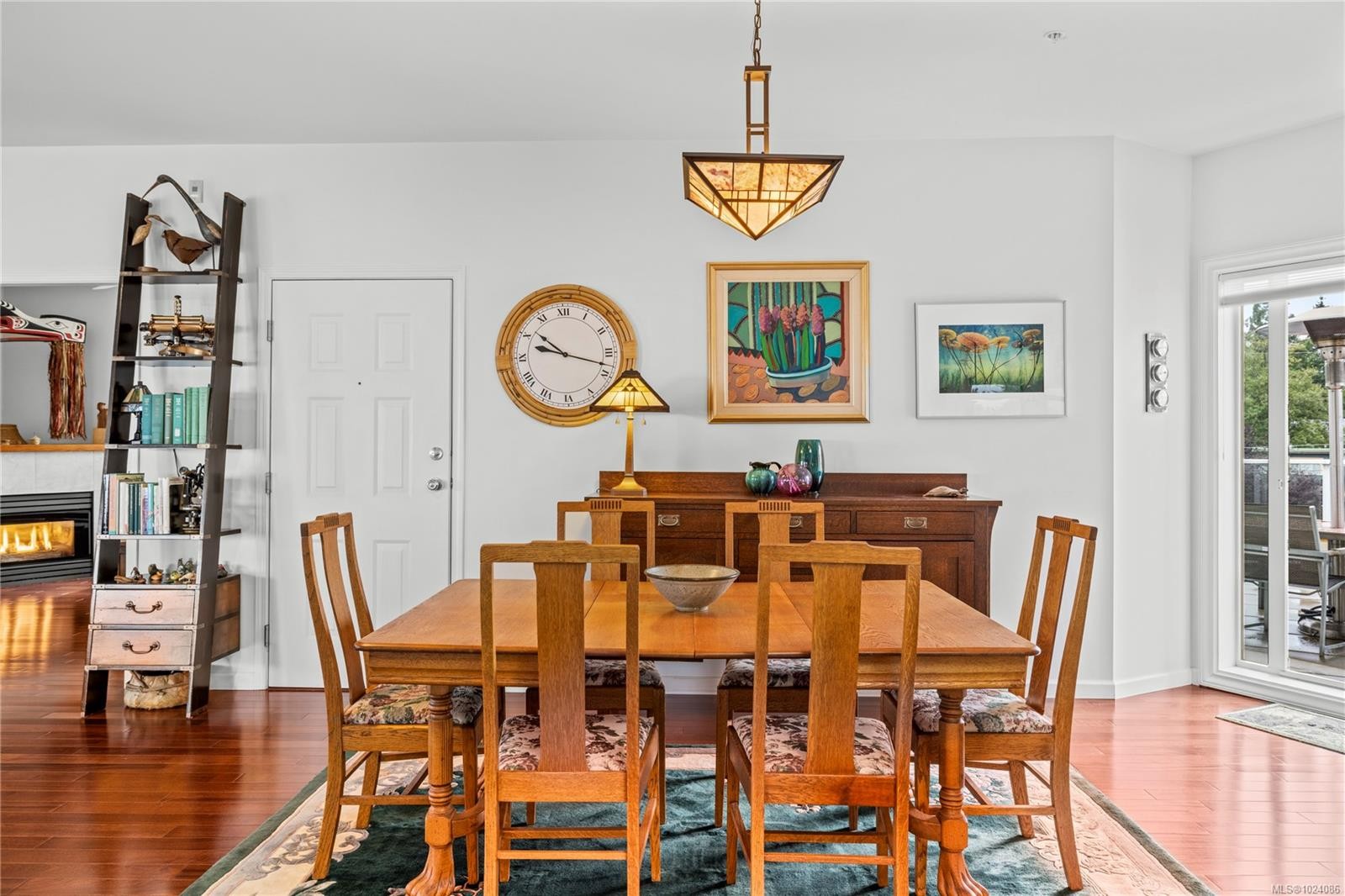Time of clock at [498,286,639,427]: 10:18
